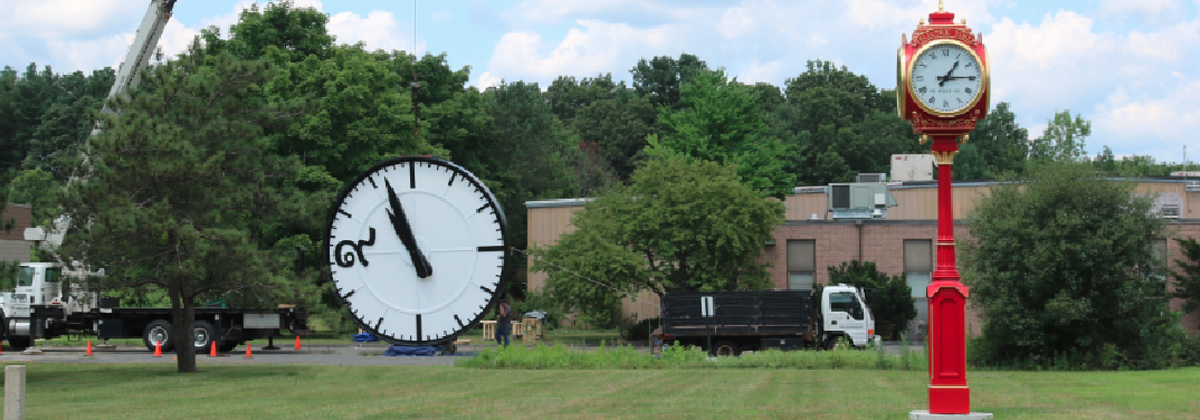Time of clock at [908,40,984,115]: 1:14
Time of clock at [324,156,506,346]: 10:56
